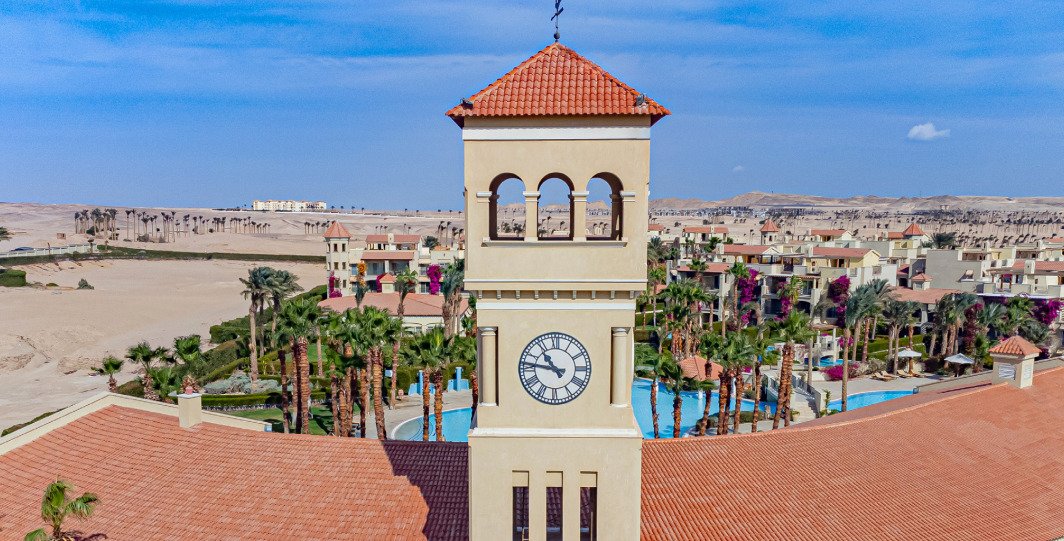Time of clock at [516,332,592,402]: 10:46
